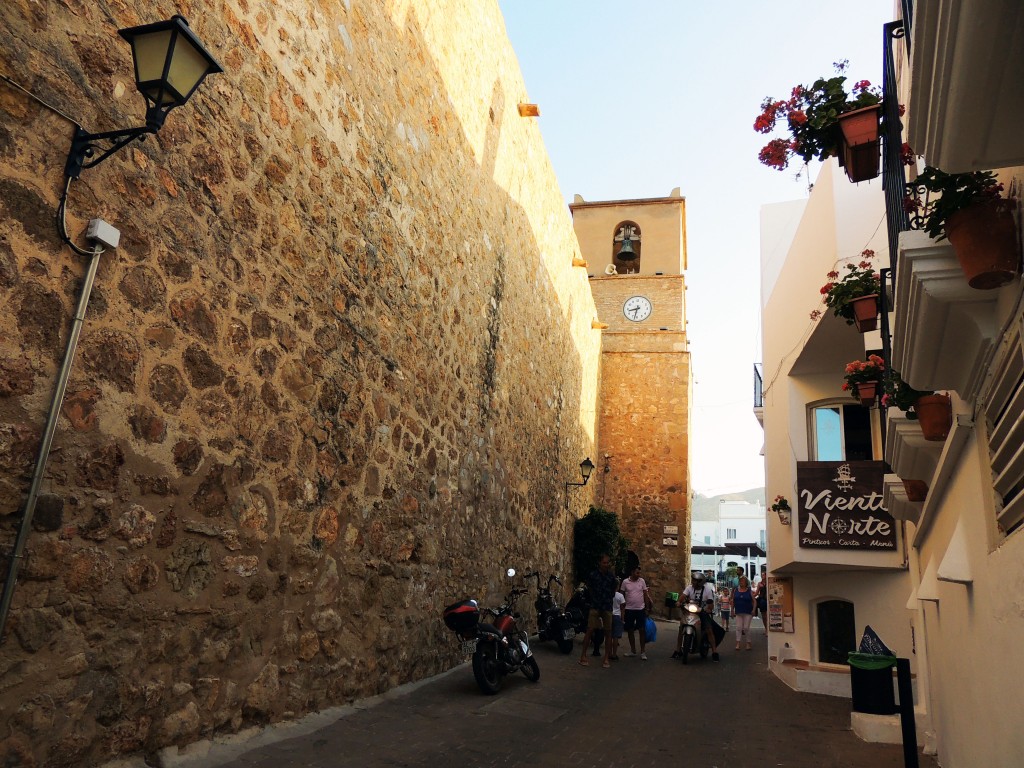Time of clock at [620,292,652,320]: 8:32
